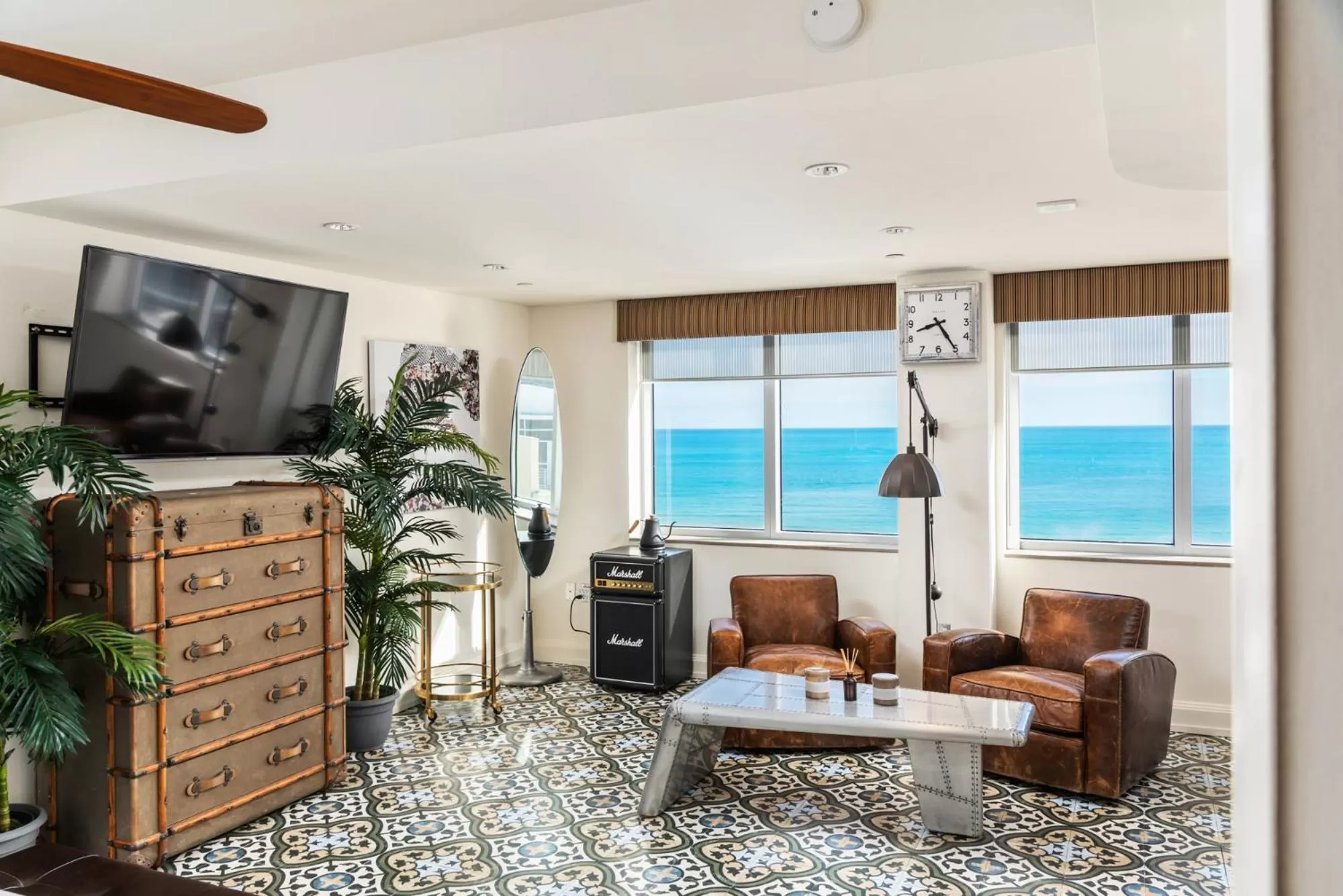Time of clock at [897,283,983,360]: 8:24
